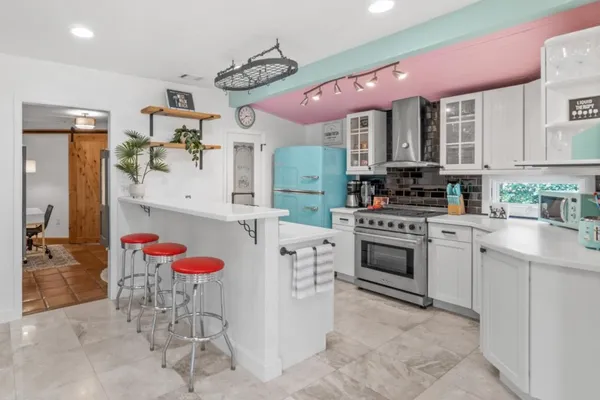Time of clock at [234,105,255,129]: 2:38
